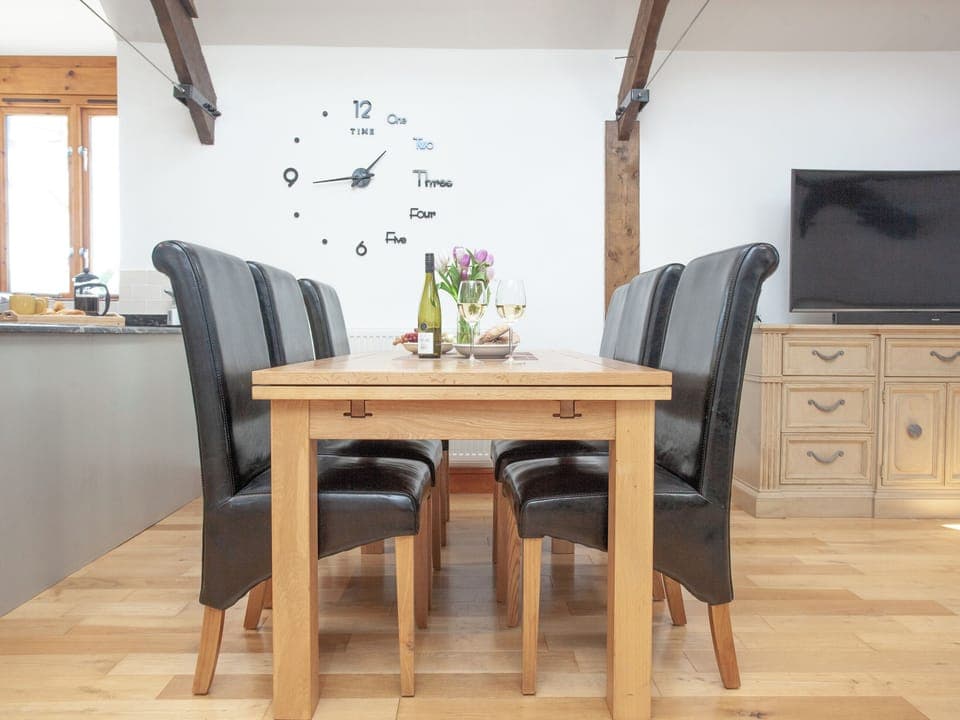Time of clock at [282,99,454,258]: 1:43
